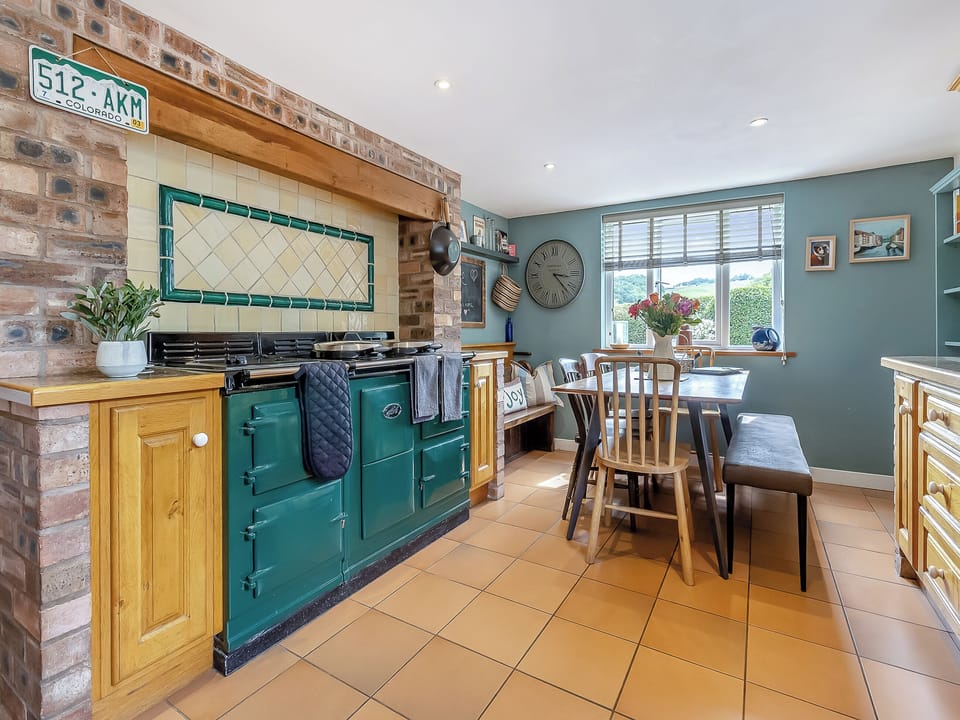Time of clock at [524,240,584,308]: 3:22
